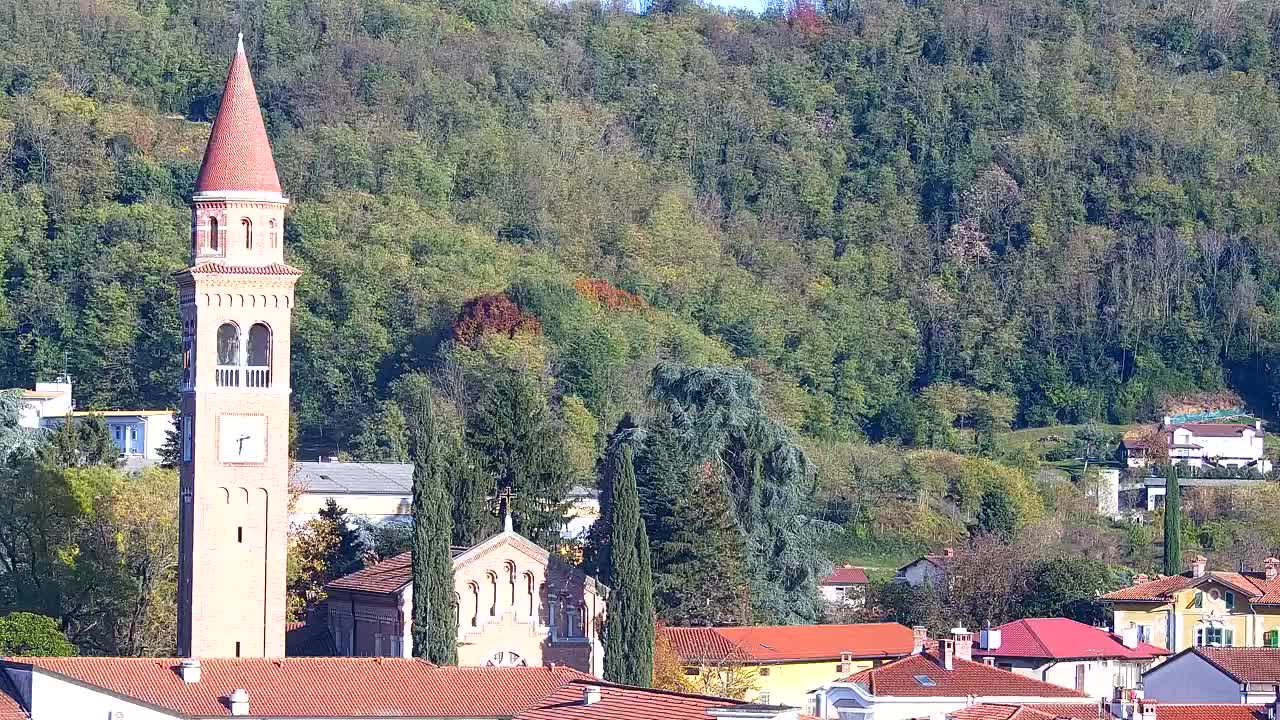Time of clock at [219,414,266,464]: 2:32
